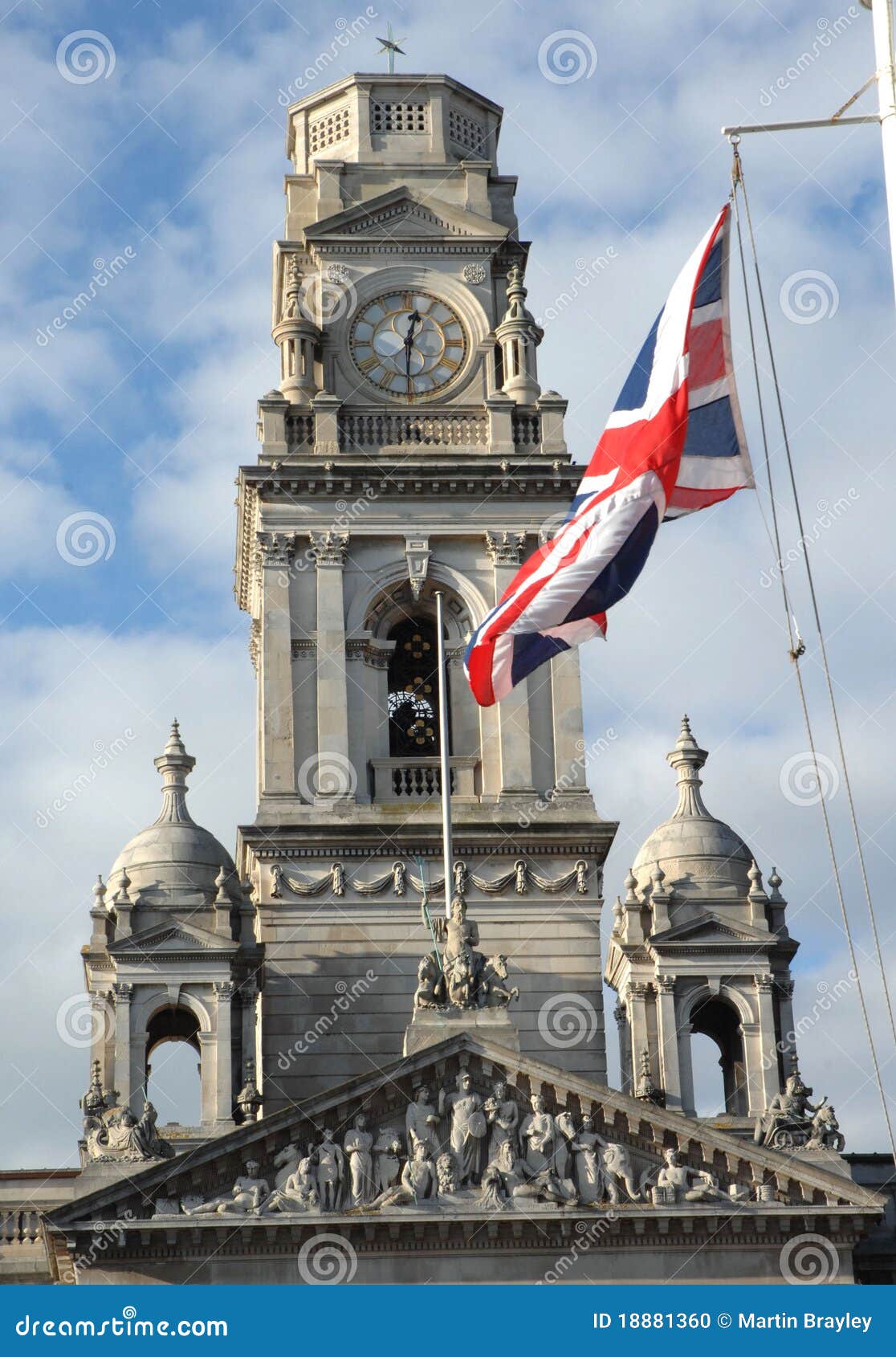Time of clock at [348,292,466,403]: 12:30
